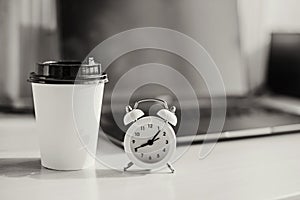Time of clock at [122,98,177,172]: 8:06
